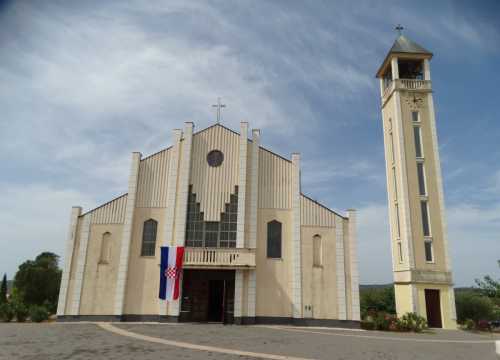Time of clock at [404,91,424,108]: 12:12
